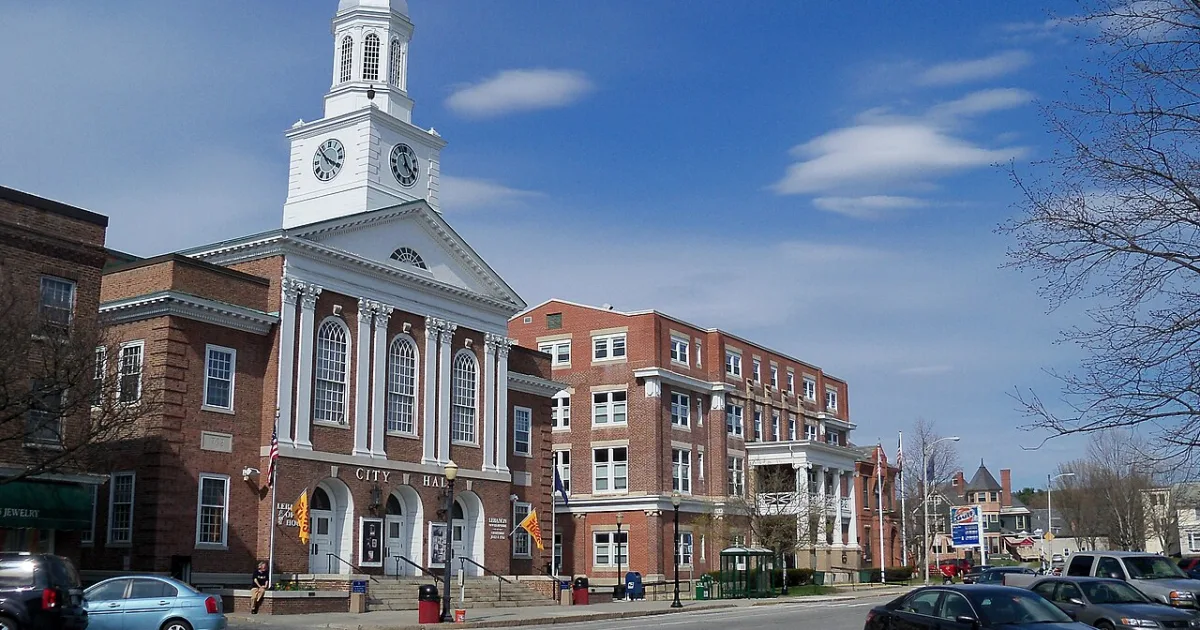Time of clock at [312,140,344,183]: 3:52
